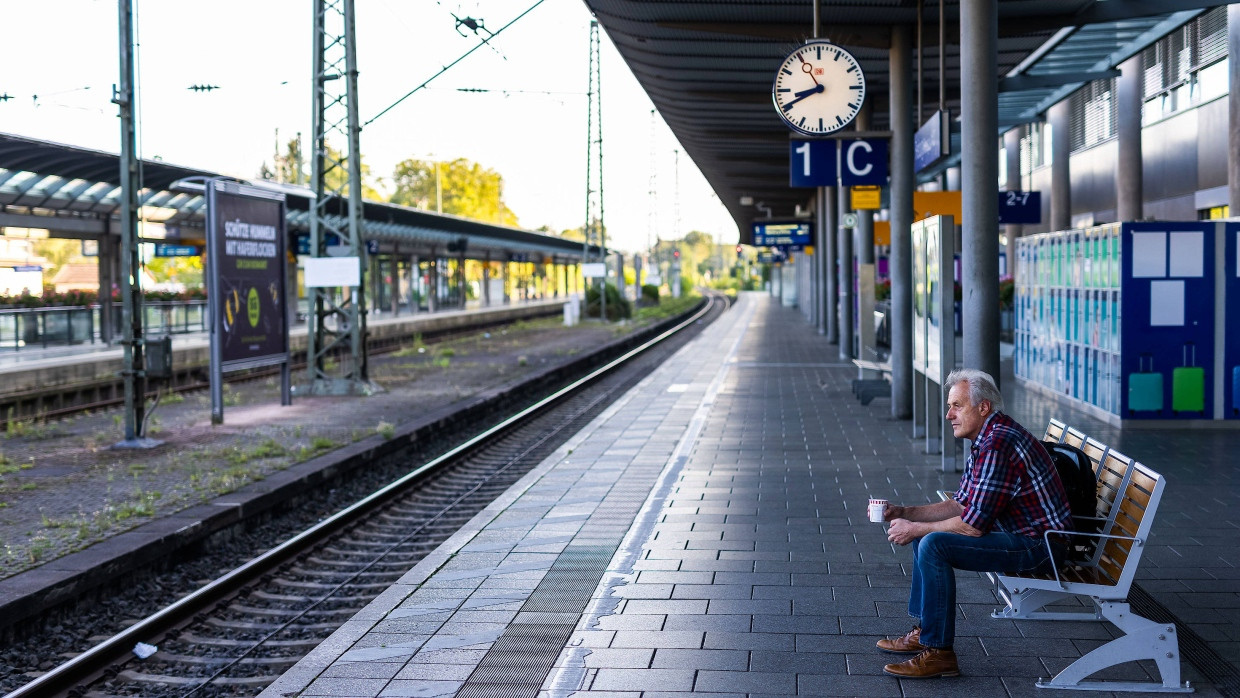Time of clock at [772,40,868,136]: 8:40
